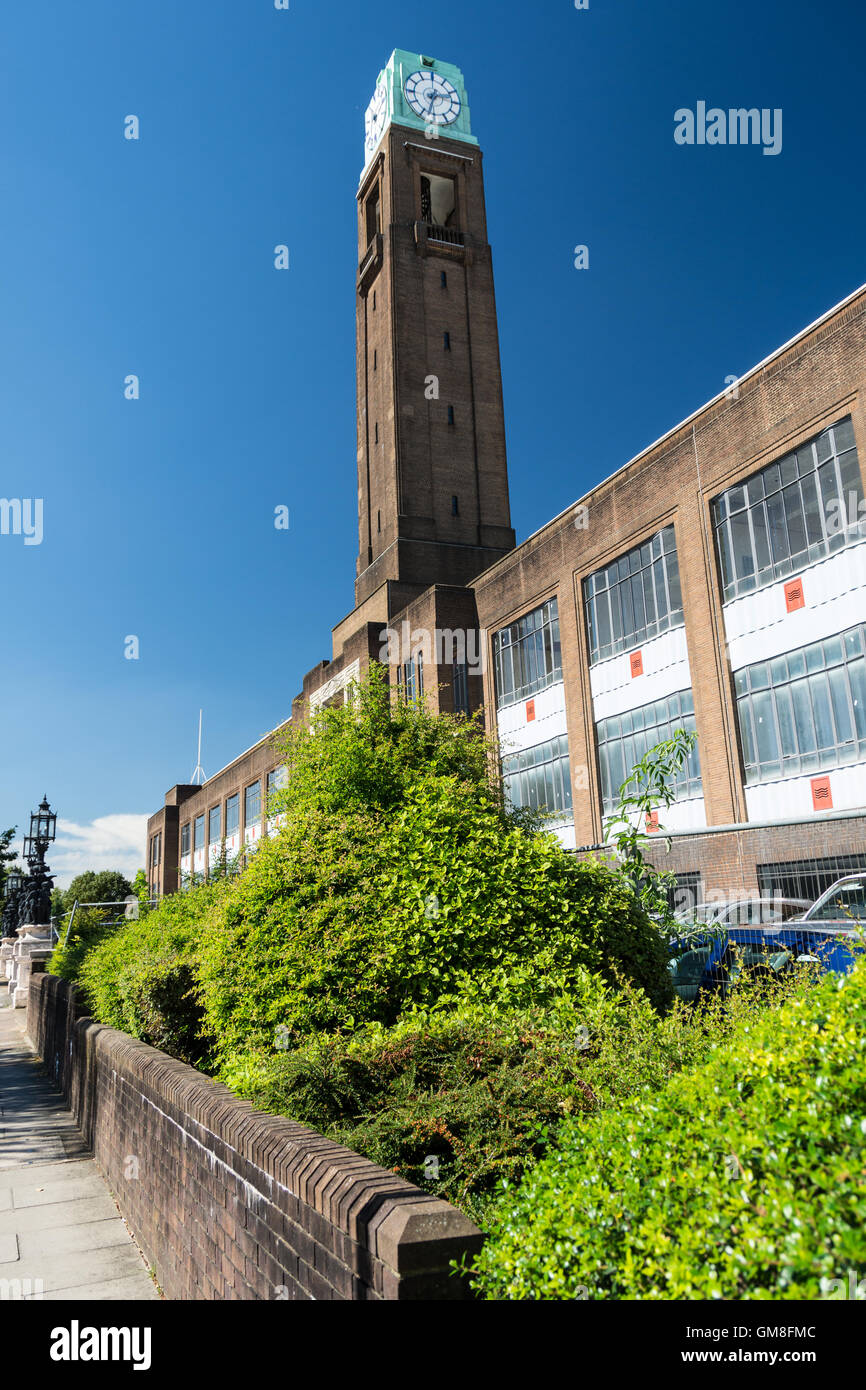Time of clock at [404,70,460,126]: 2:32
